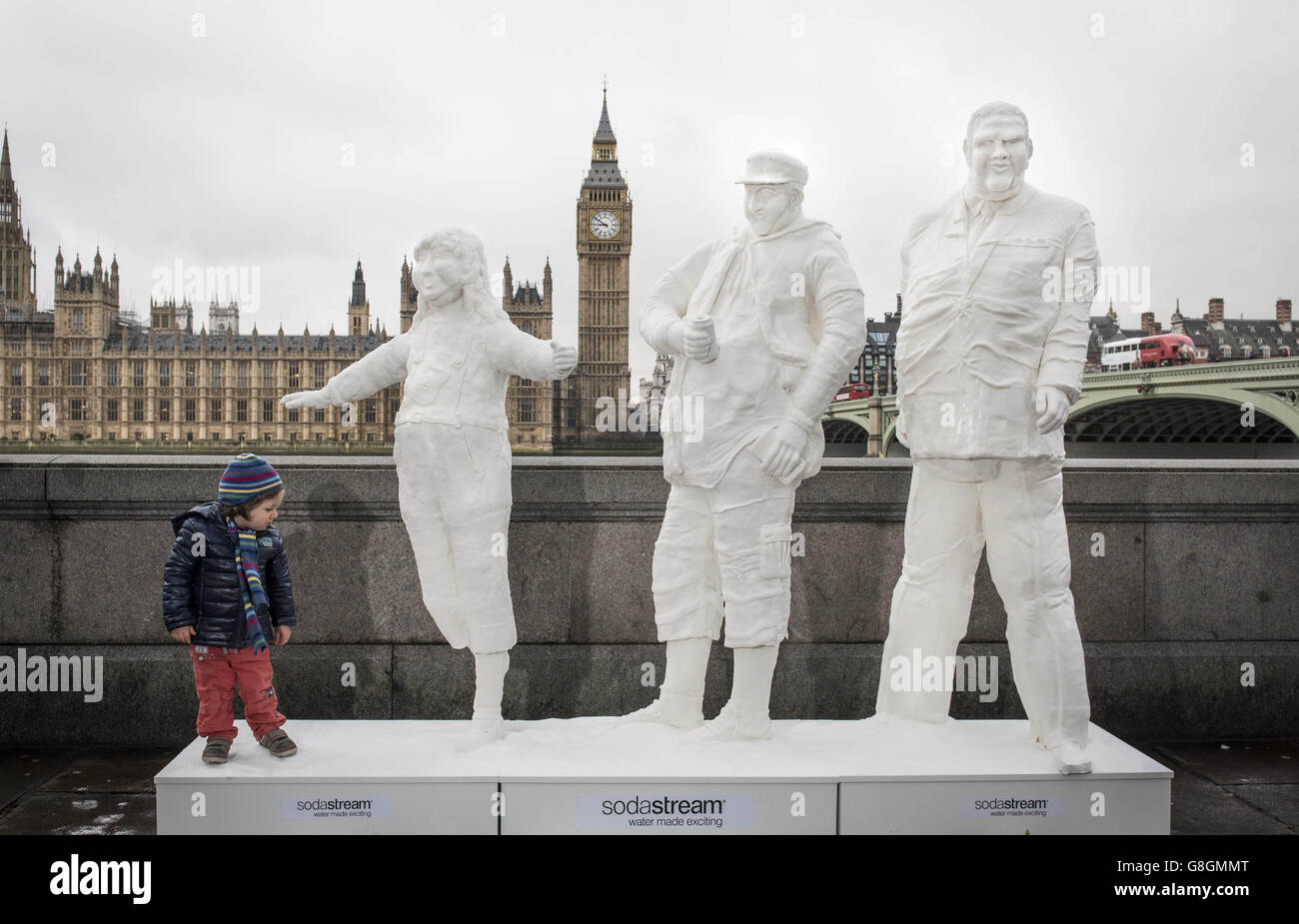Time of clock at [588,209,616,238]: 8:50
